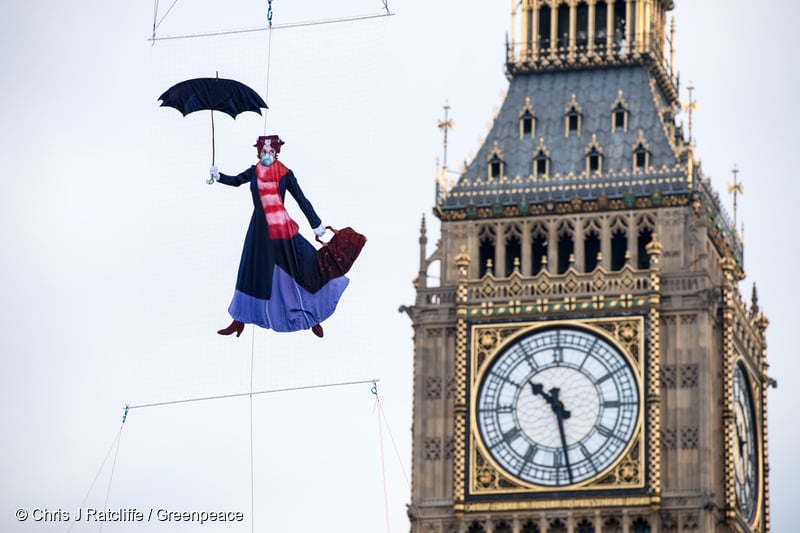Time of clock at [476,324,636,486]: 10:28
